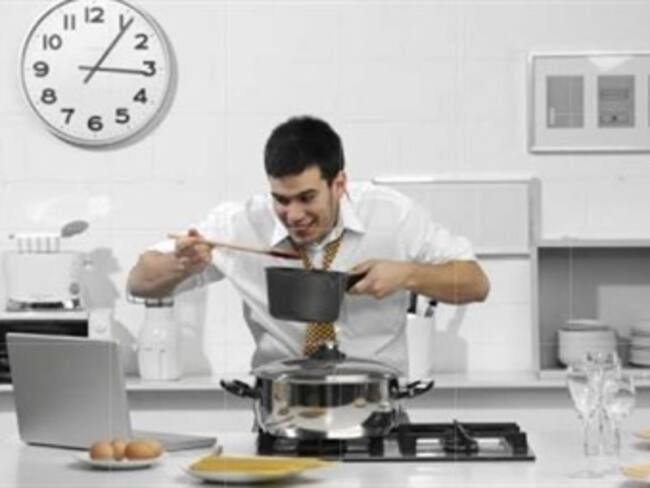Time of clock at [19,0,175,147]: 3:06
